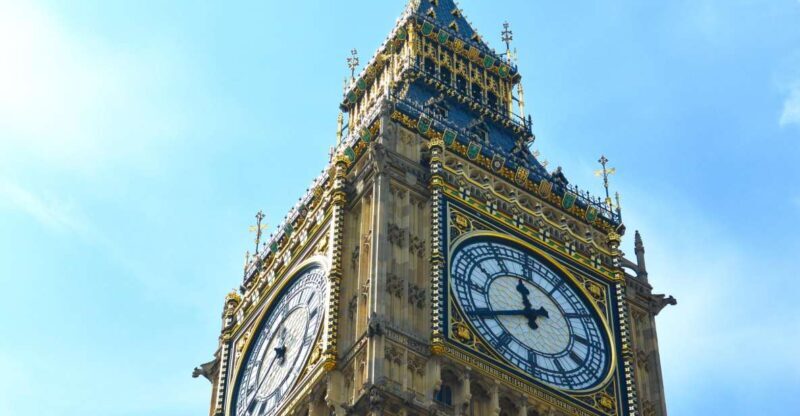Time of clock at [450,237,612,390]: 11:40
